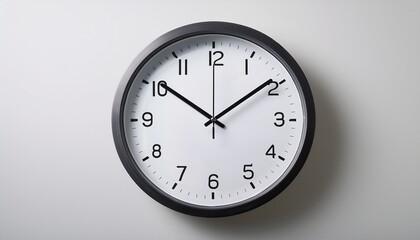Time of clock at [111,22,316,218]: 10:09
